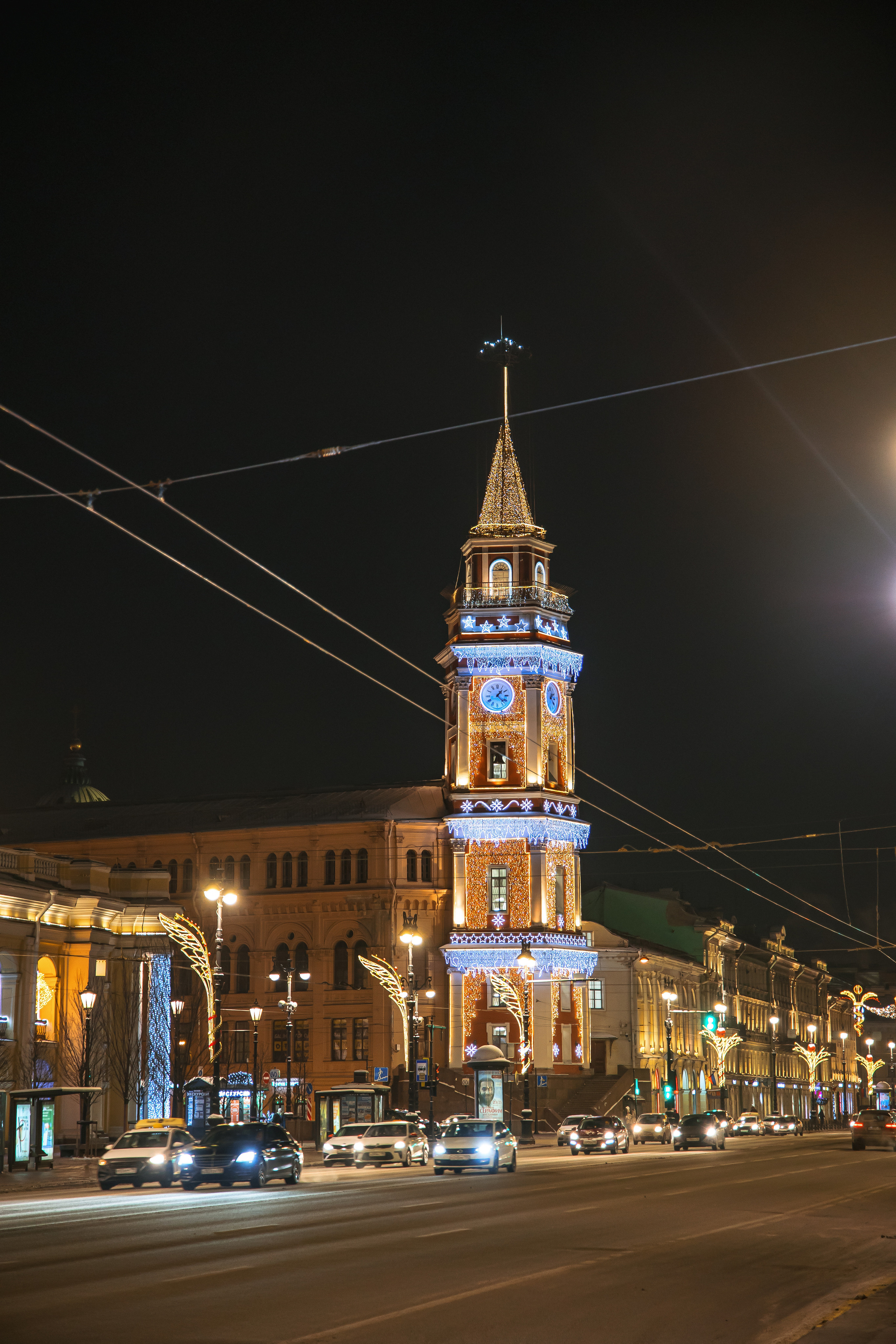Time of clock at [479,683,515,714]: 1:22
